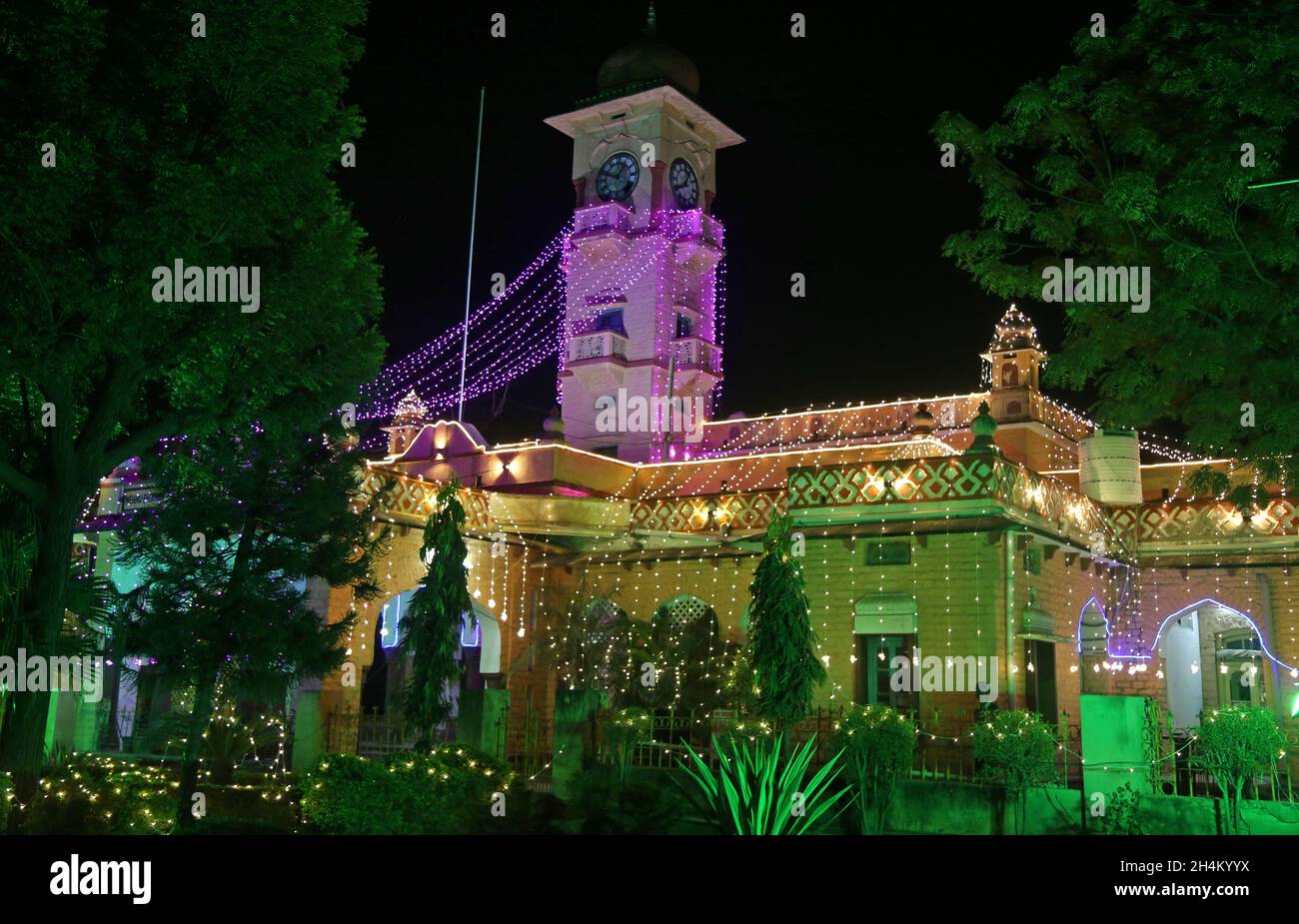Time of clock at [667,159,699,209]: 12:40
